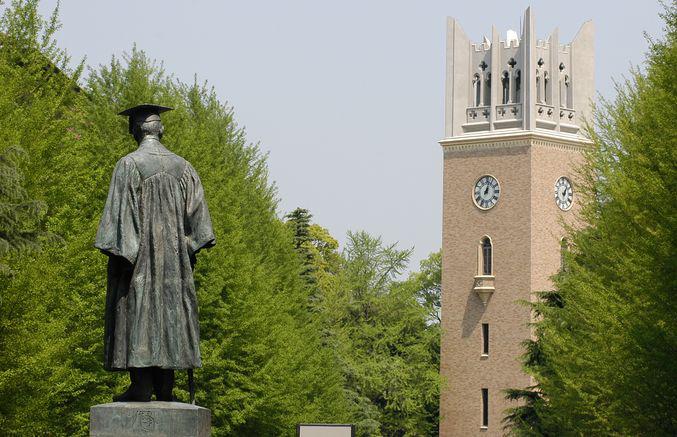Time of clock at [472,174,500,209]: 1:02
